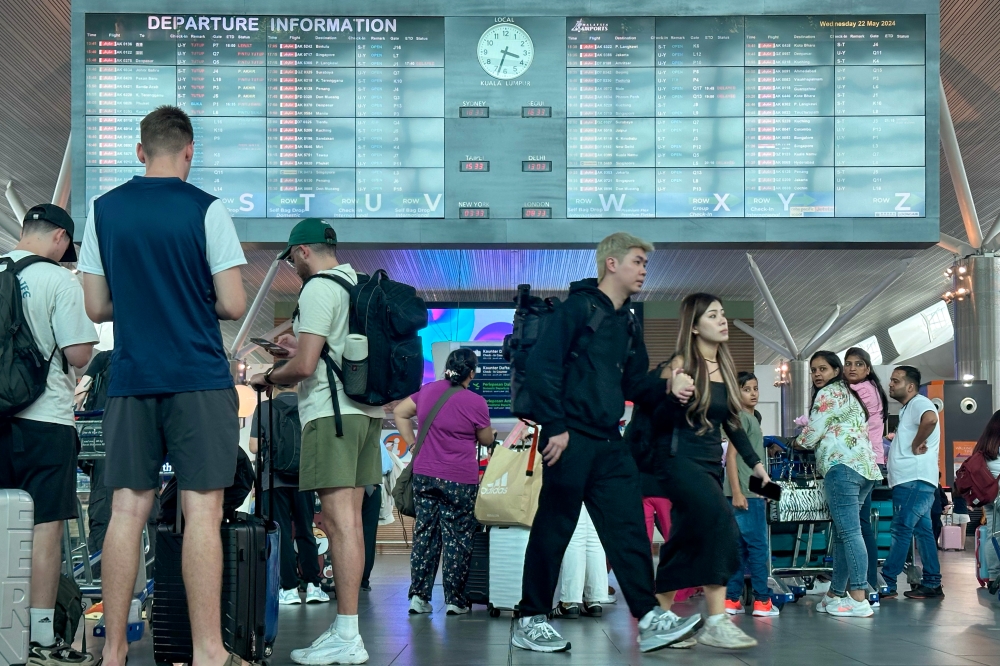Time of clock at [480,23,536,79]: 3:33
